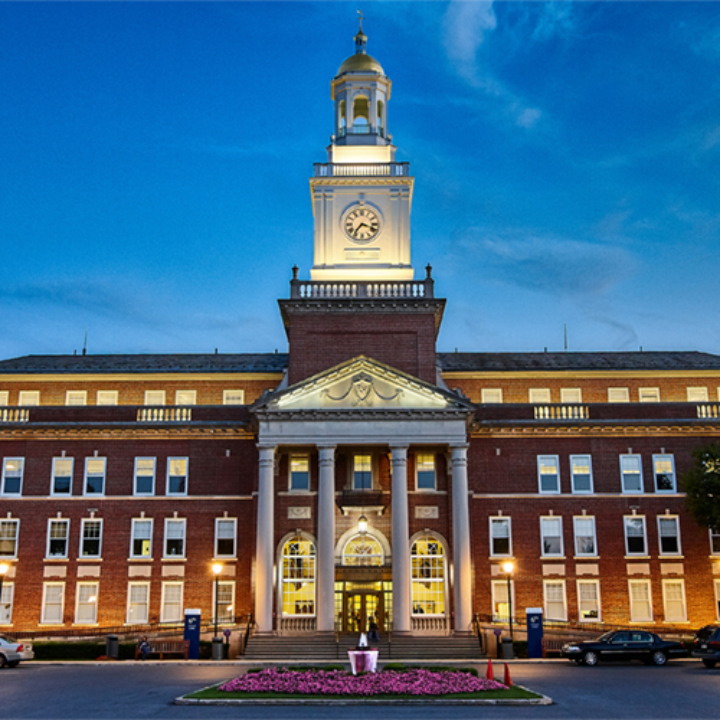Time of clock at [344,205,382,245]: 3:36
